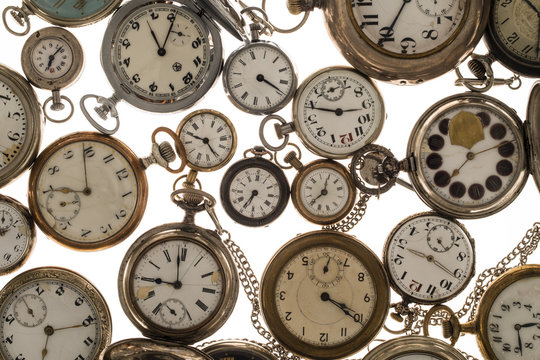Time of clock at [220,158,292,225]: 6:34
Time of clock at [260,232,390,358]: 4:20
